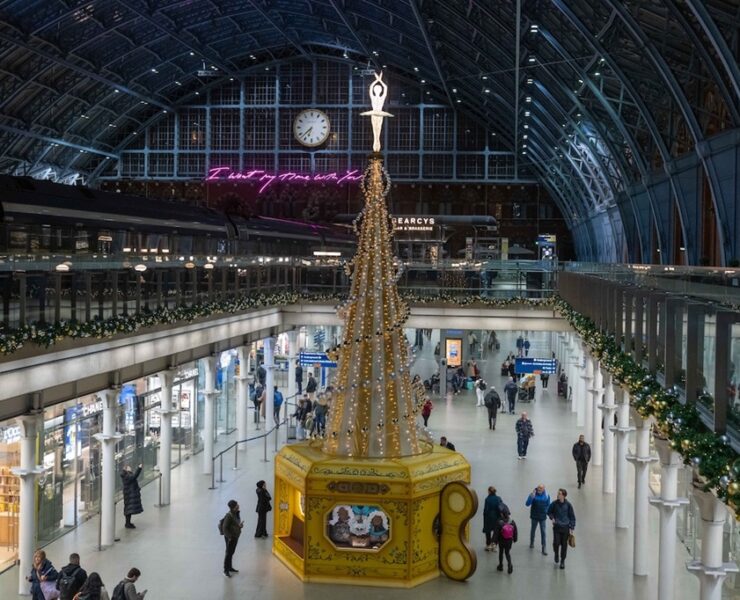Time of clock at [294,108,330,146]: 6:37
